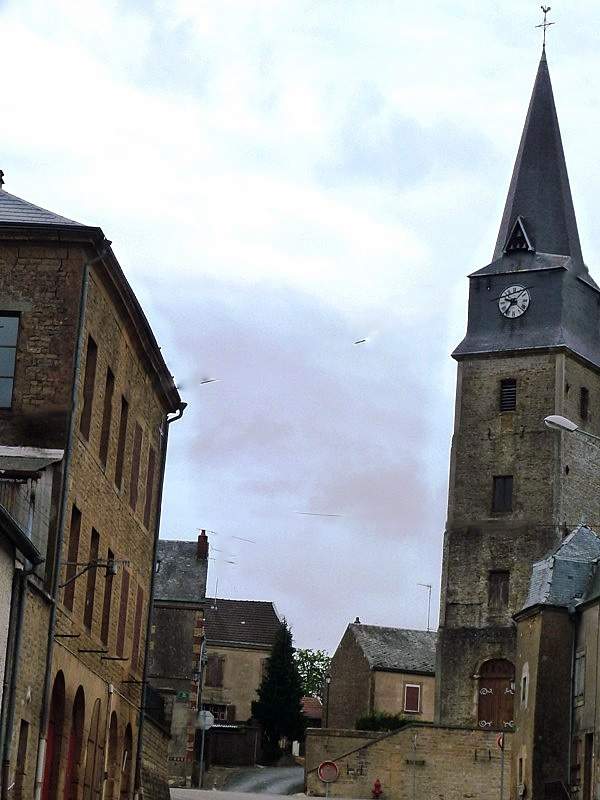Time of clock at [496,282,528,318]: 9:36
